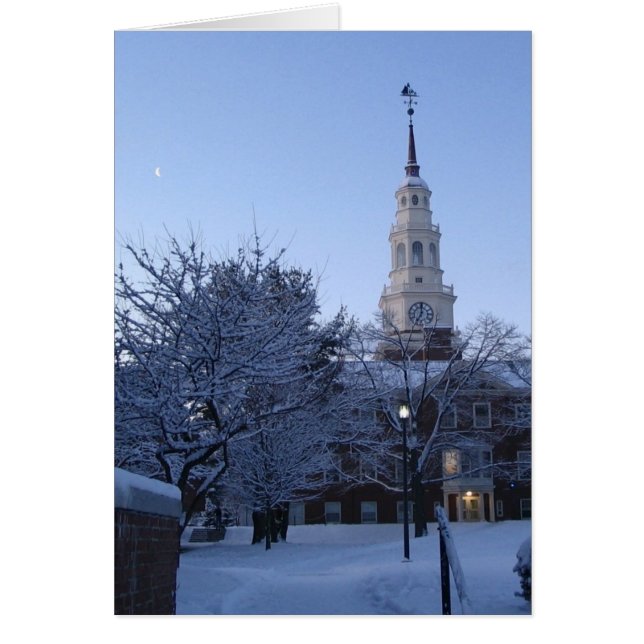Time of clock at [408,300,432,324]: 7:00
